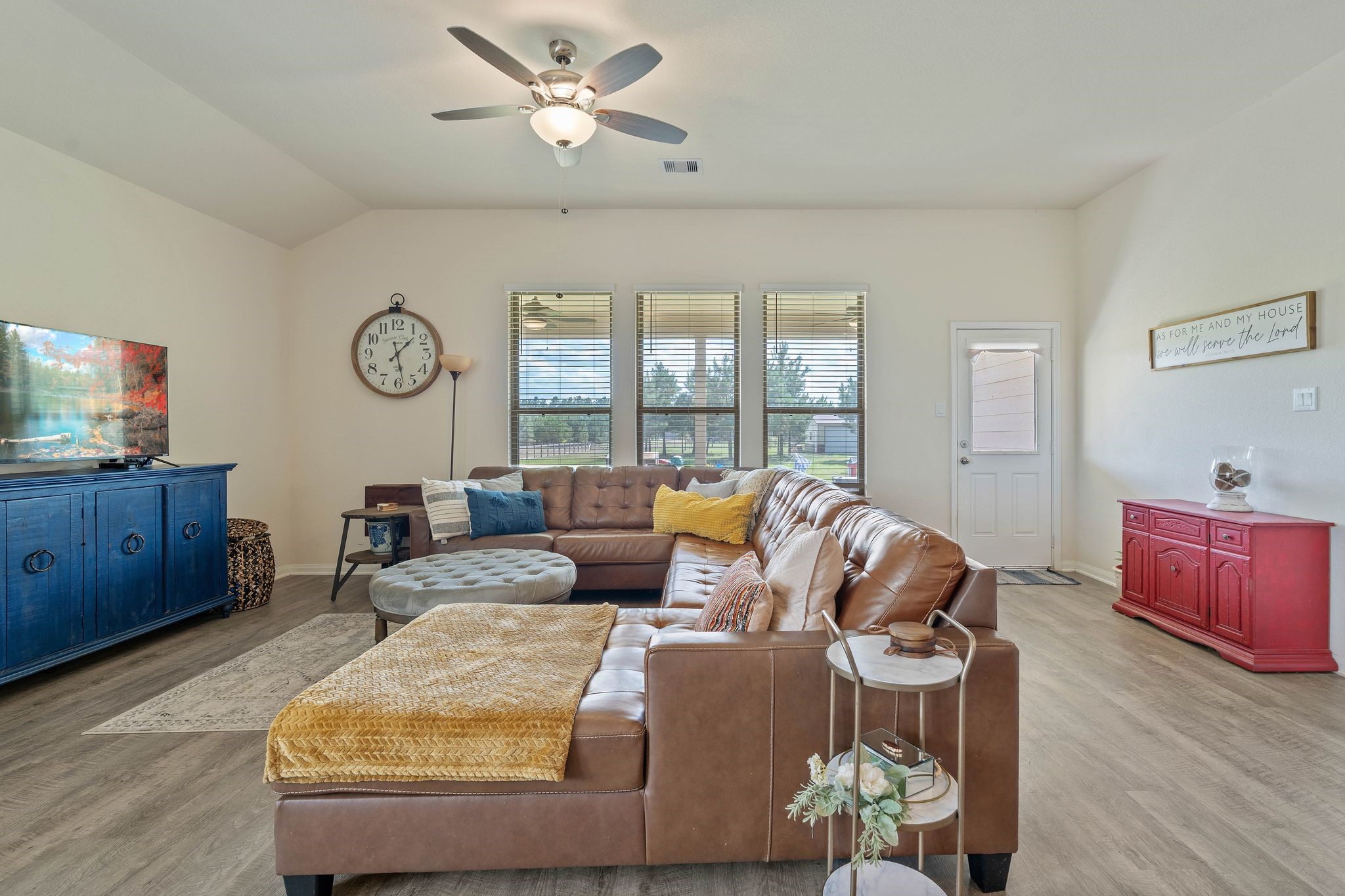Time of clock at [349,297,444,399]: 1:28
